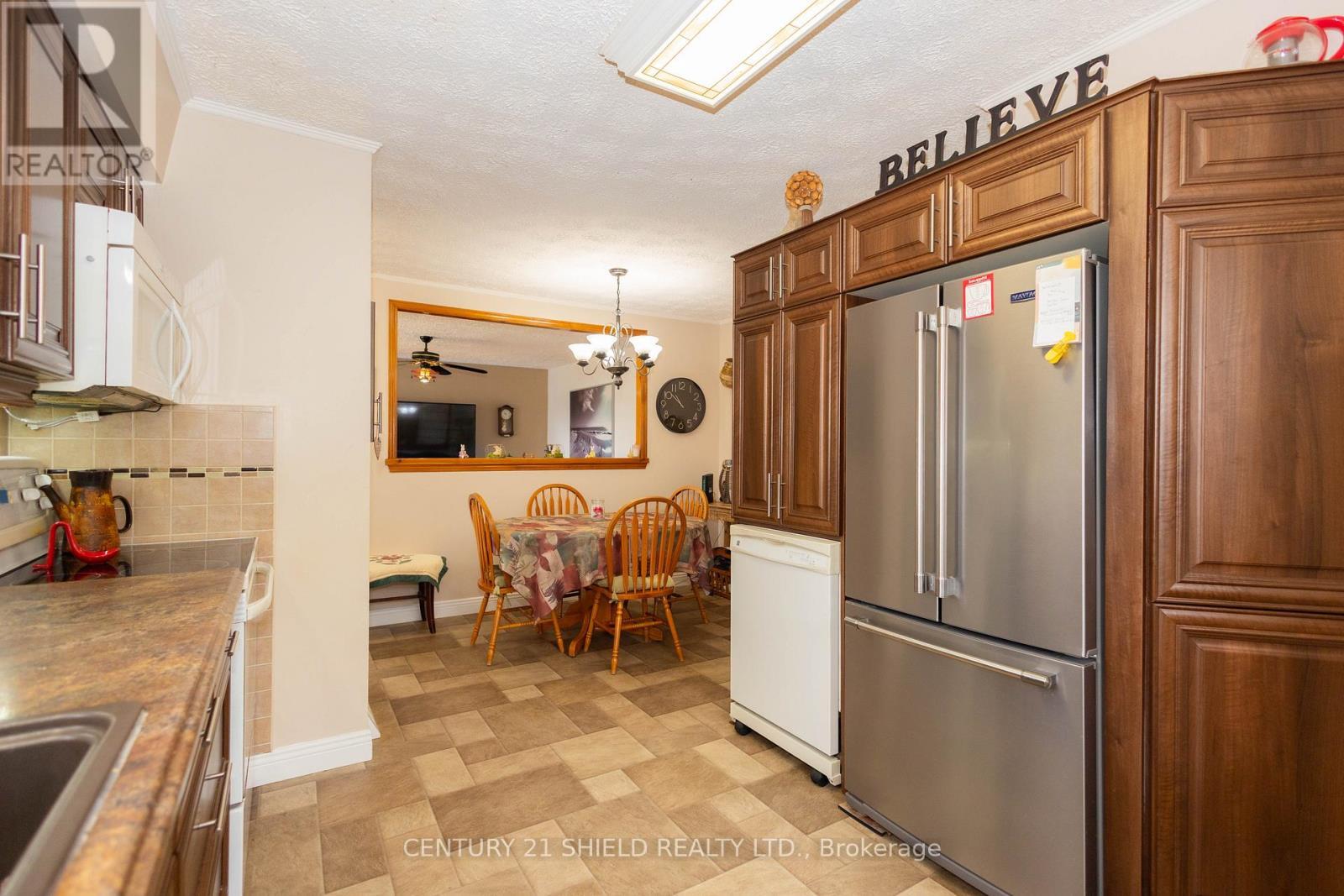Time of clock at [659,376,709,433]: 10:51
